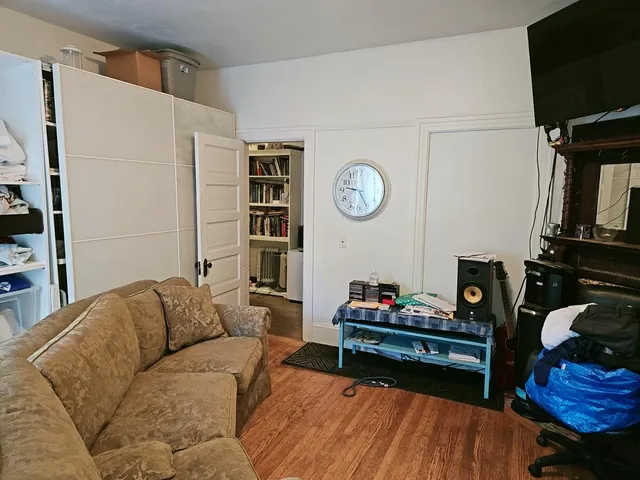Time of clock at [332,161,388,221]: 9:25
